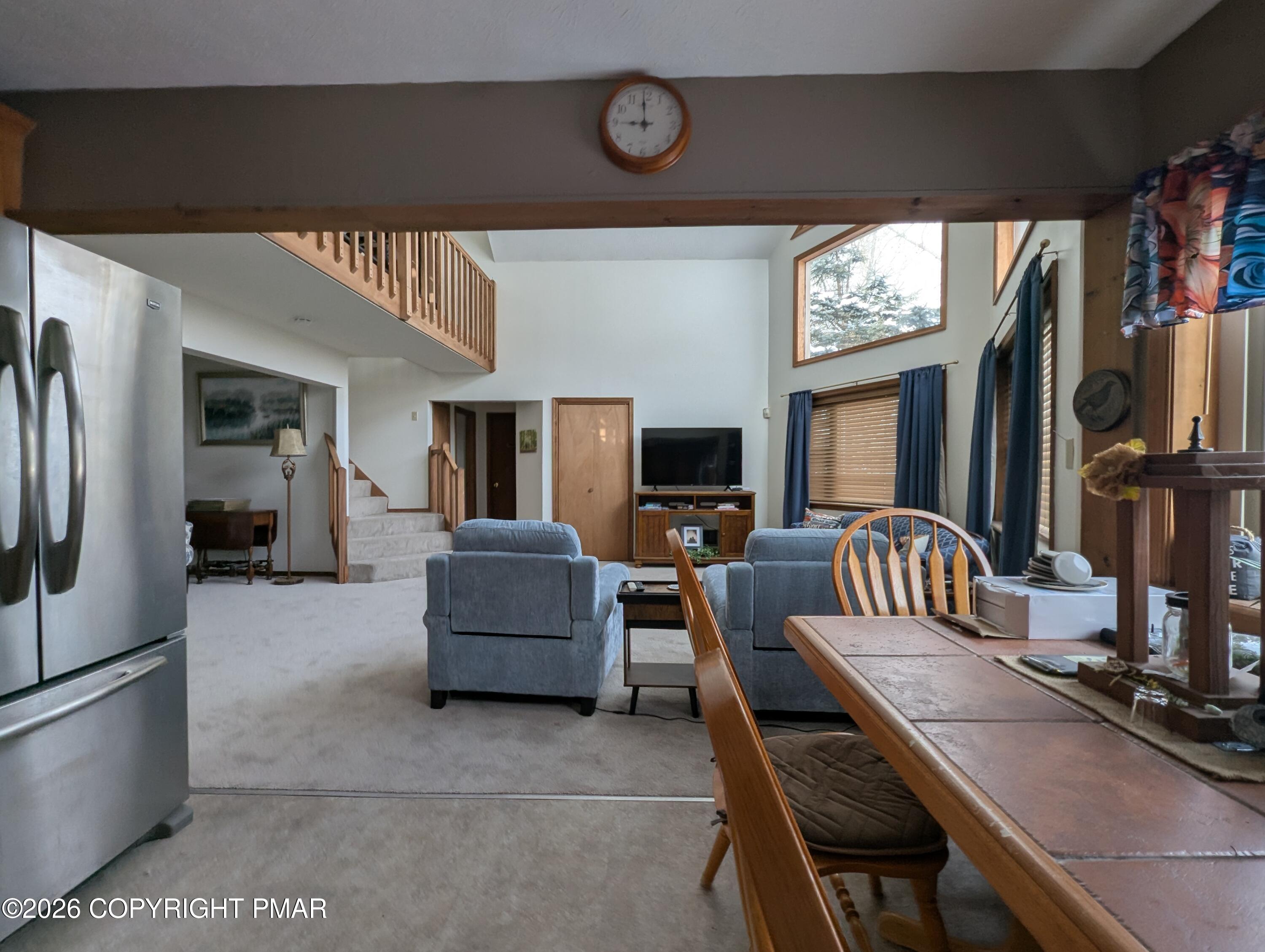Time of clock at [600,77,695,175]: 8:59
